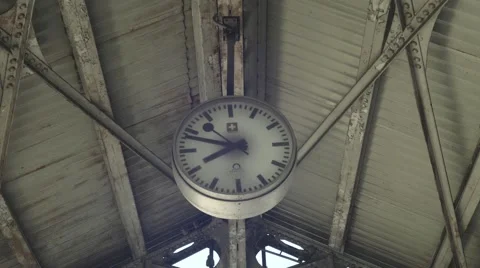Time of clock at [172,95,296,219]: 7:48
